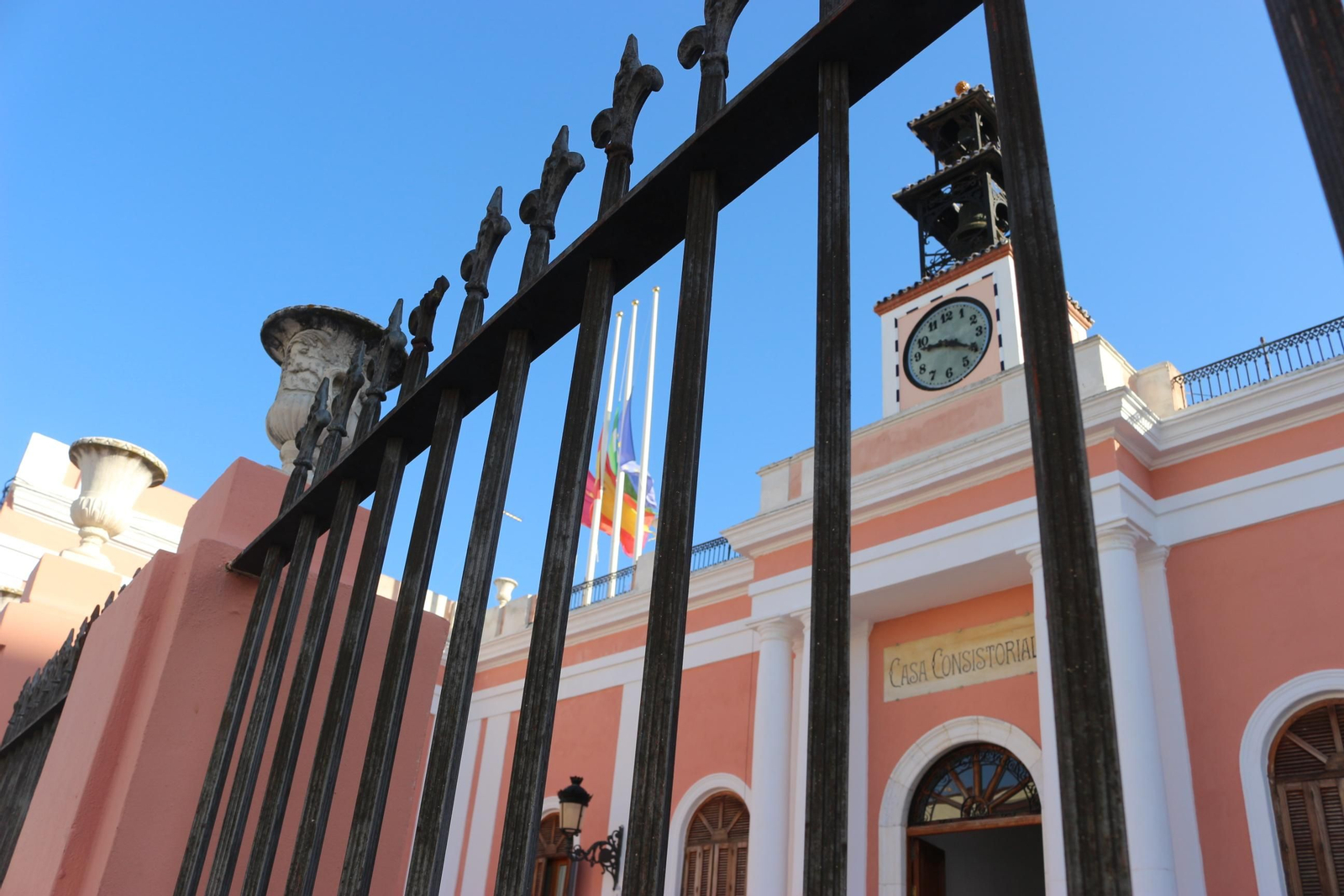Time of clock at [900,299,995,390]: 9:20
